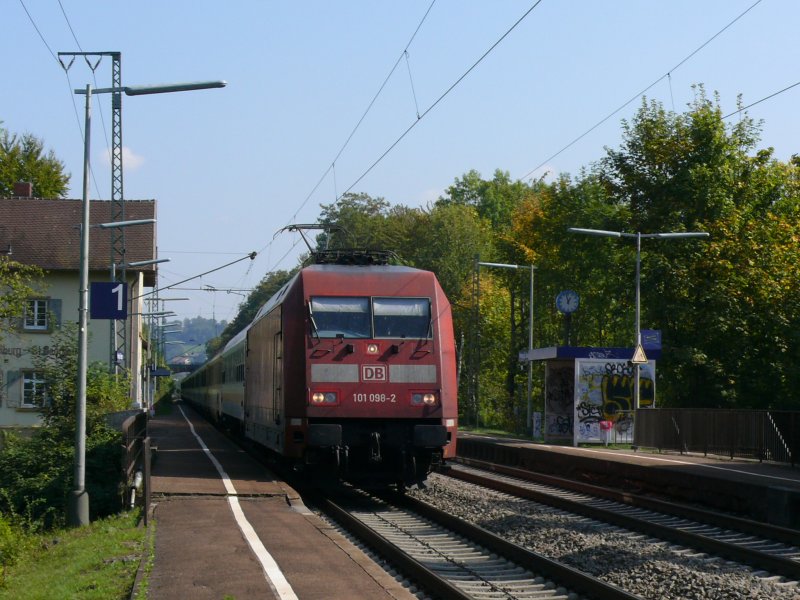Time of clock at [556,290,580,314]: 12:57
